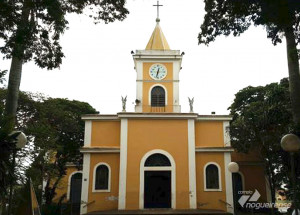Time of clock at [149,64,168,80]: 6:32
